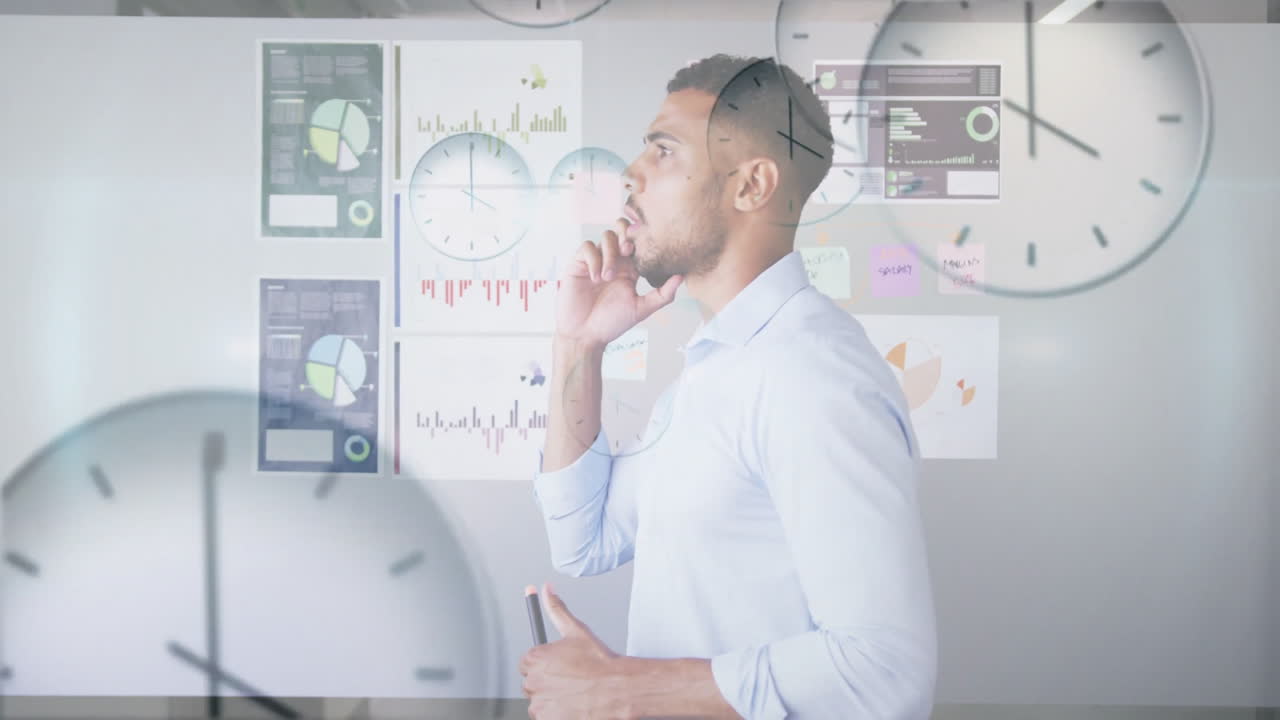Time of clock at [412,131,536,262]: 4:00
